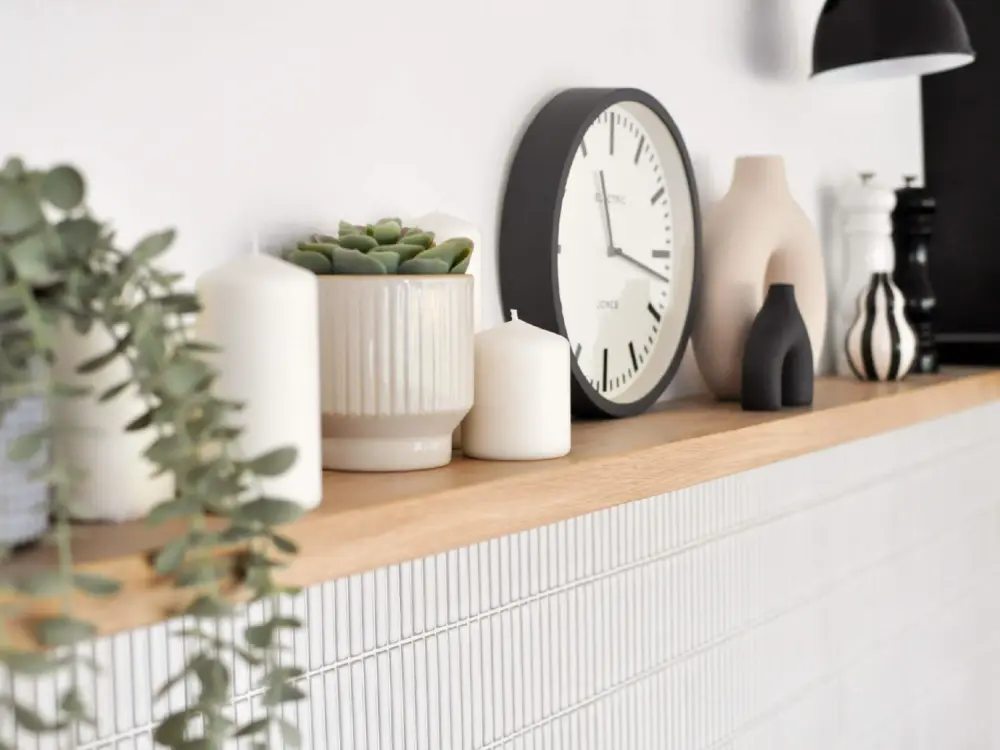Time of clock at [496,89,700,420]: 11:17
